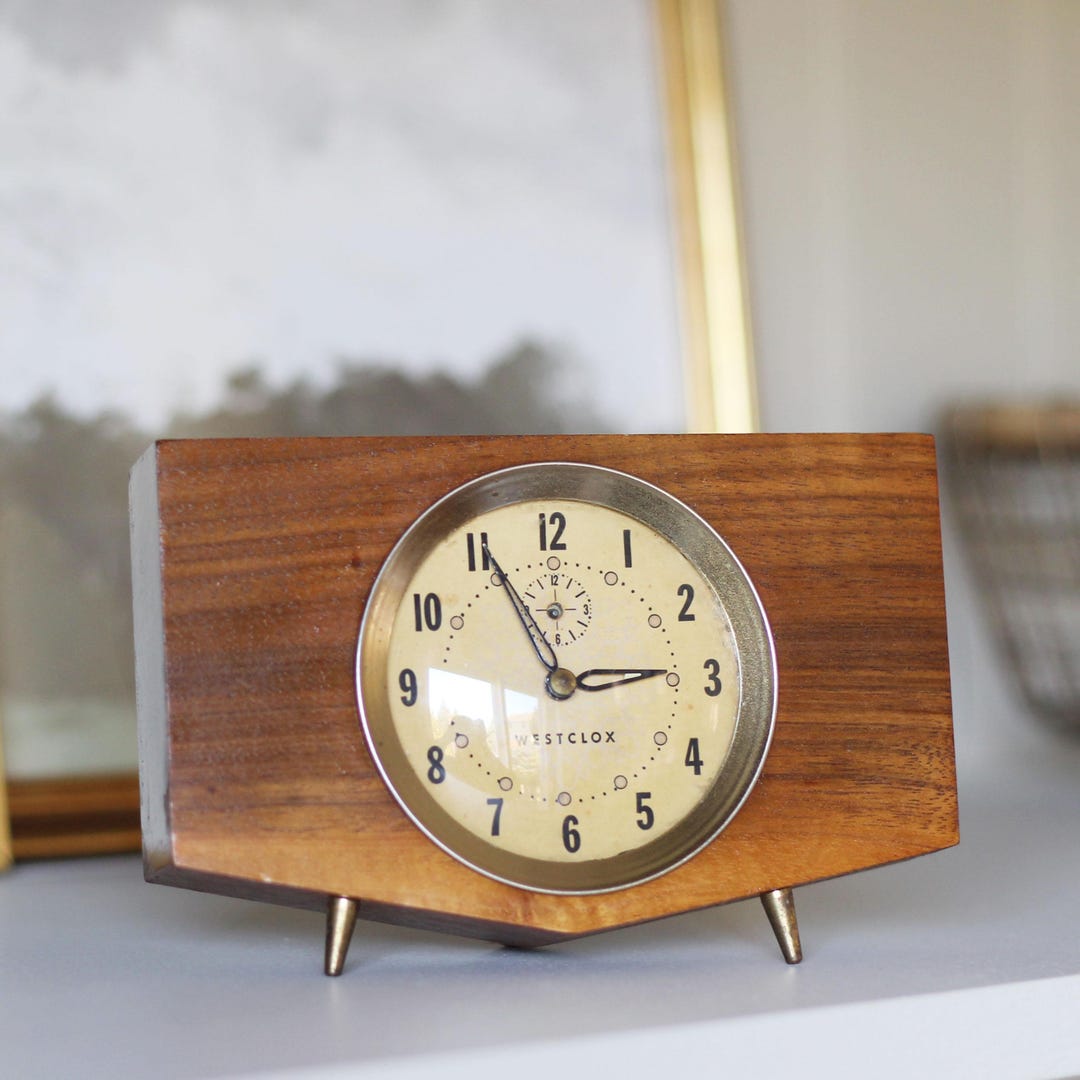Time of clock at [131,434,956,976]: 2:55
